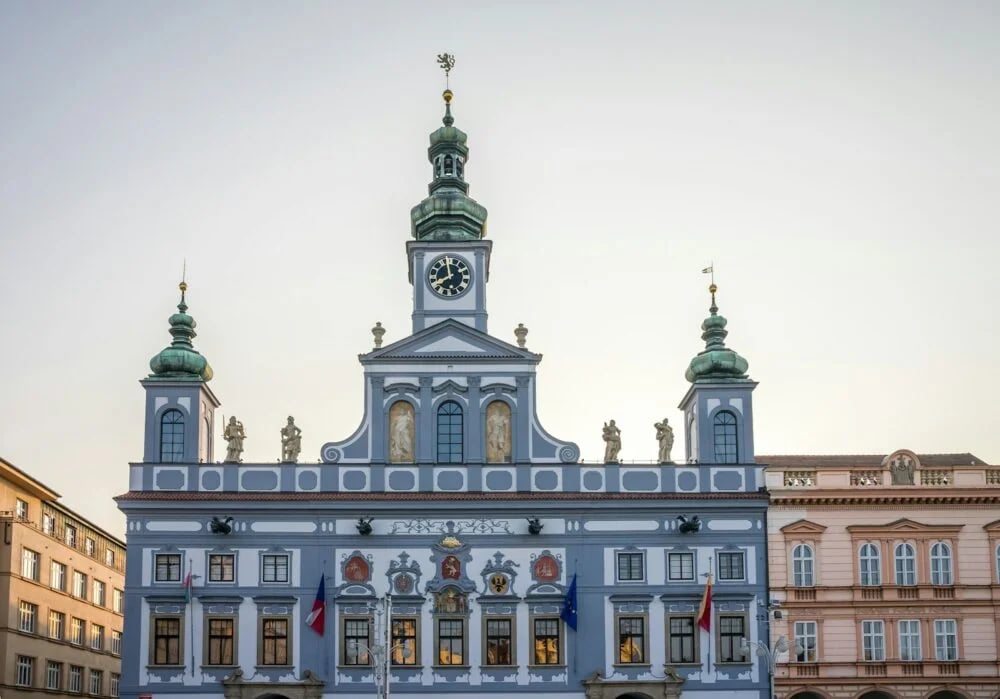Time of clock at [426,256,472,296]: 7:57
